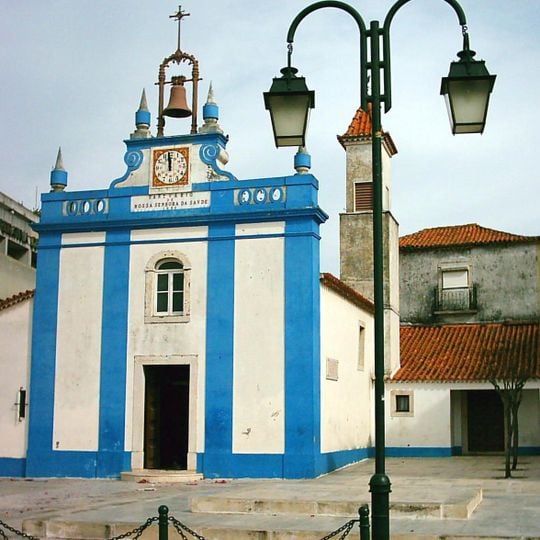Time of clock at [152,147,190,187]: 11:58
